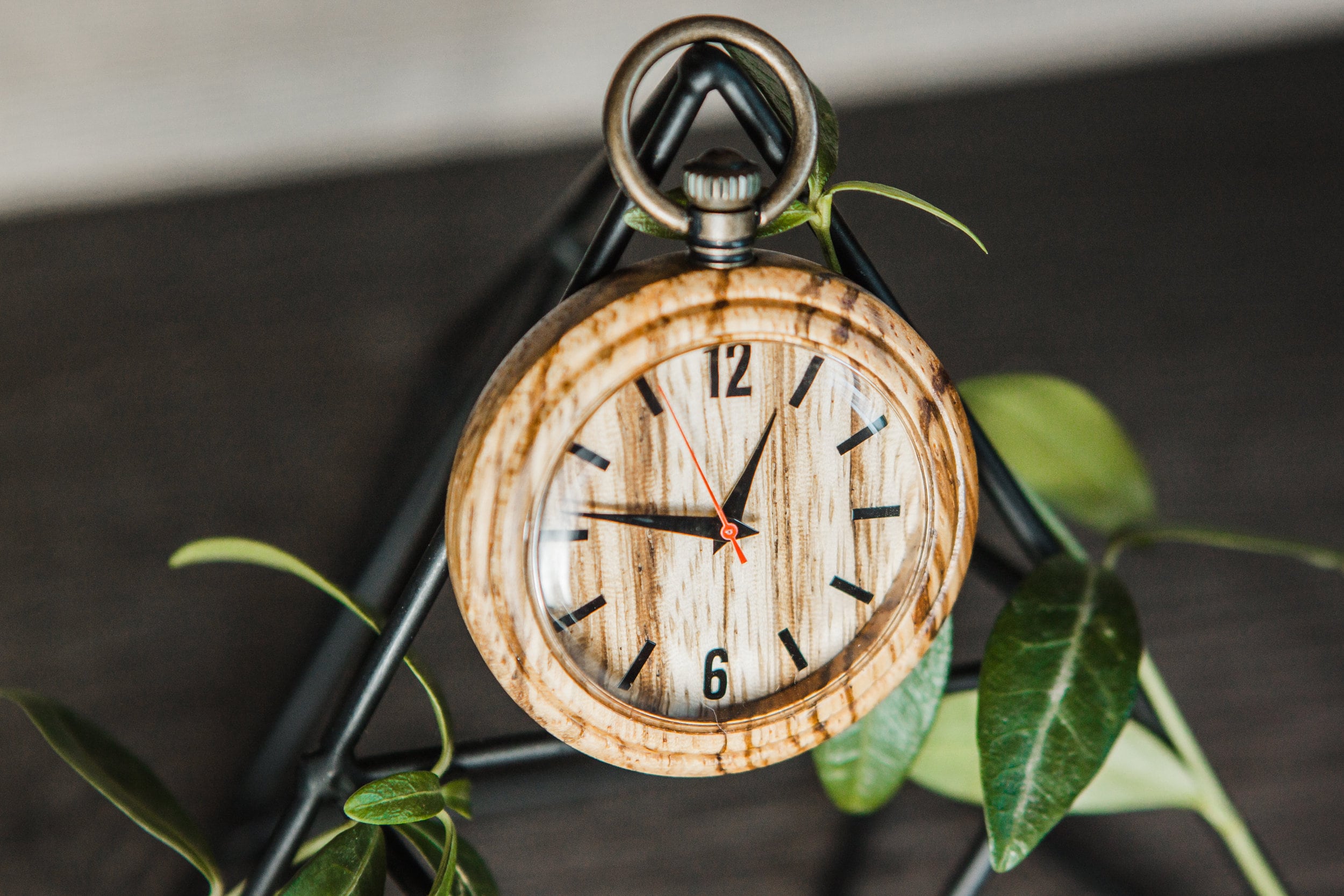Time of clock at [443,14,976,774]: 9:04
